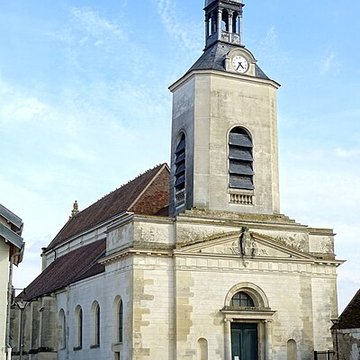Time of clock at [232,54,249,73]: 4:35
